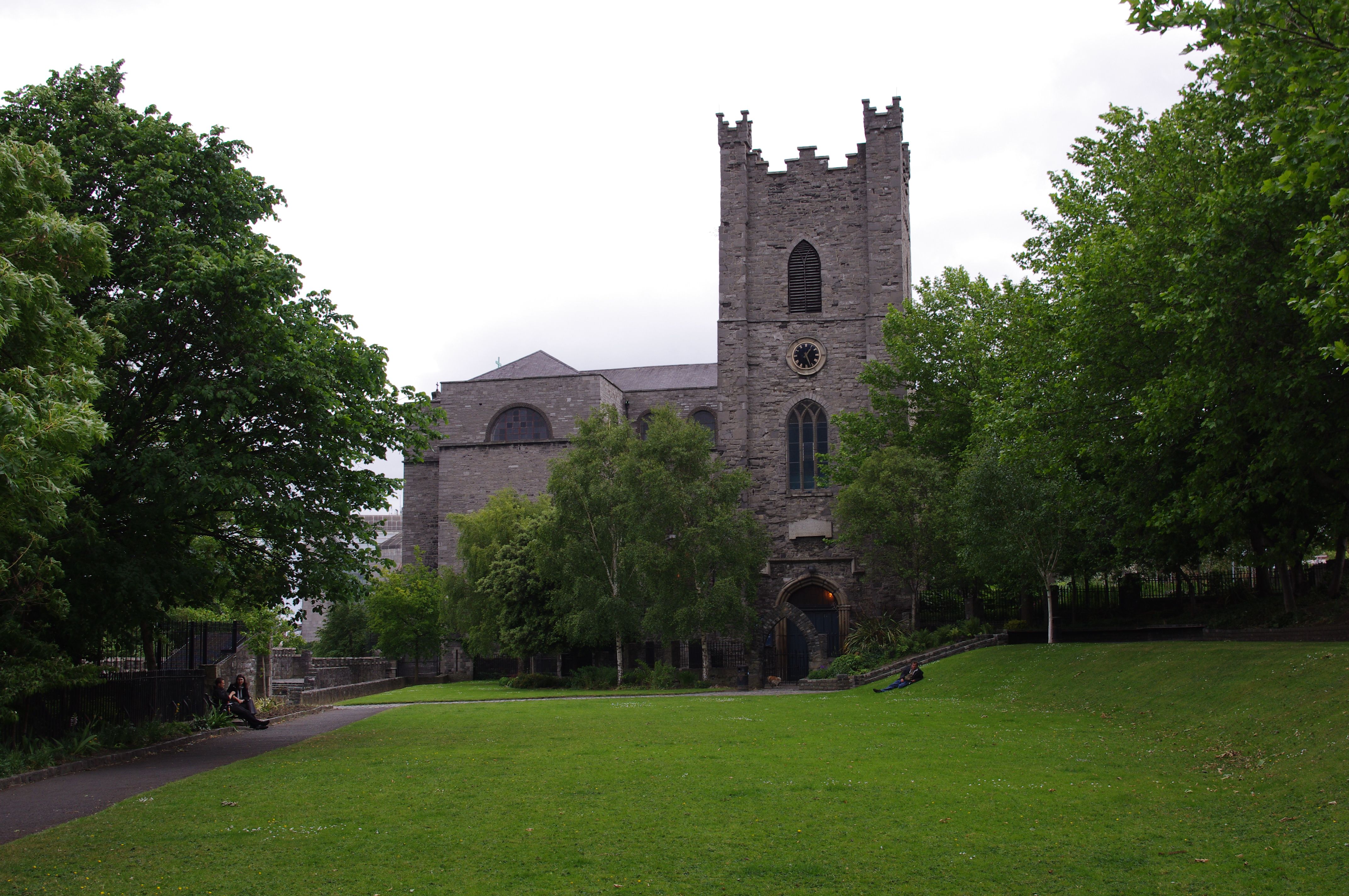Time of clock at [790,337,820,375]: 1:26
